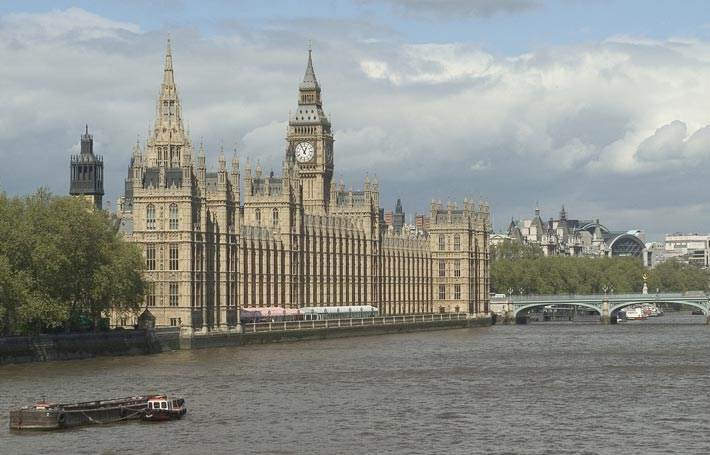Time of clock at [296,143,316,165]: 12:55
